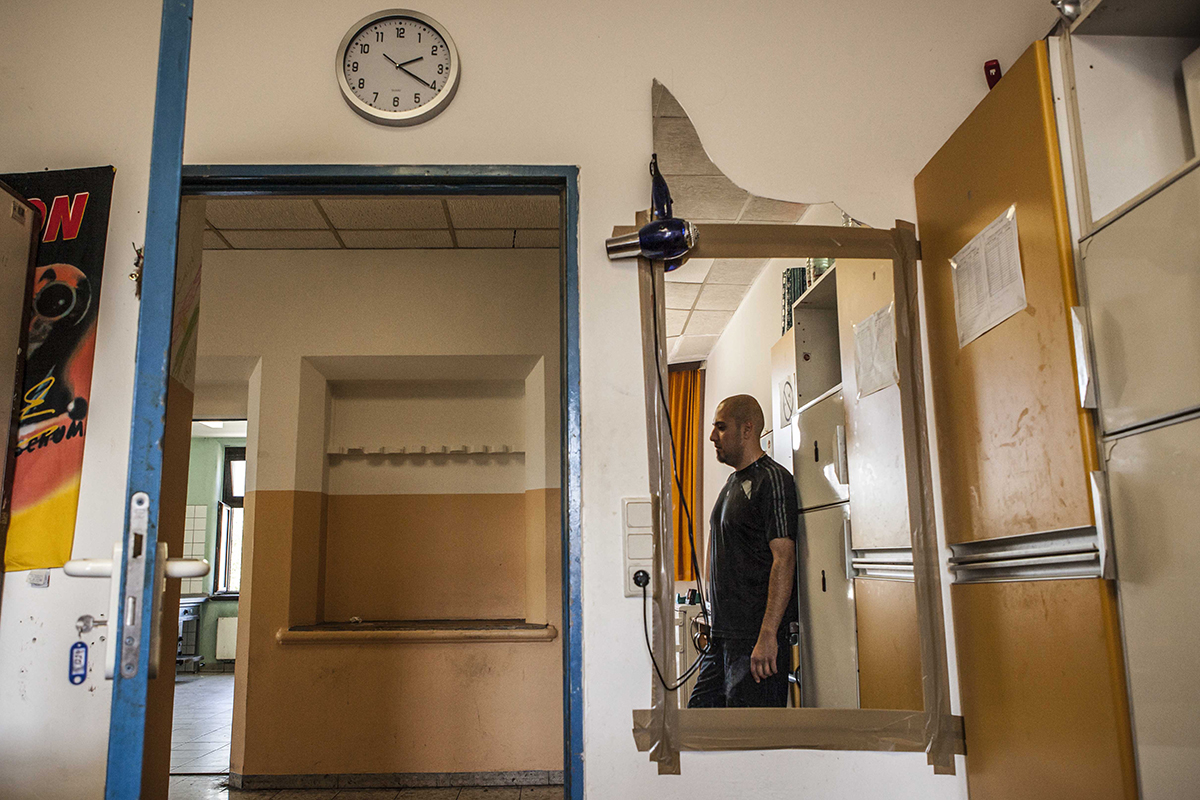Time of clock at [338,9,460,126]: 2:20
